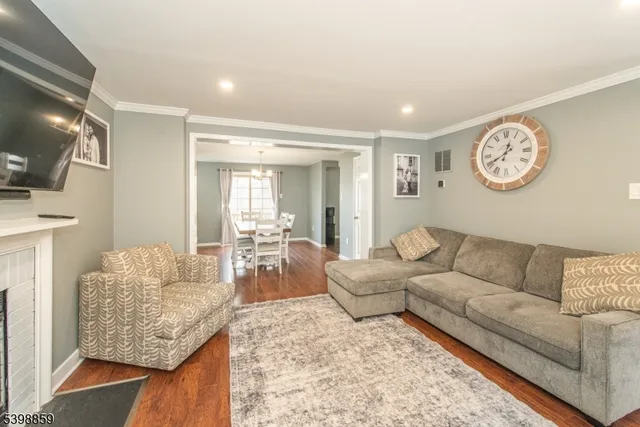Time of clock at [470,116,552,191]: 12:40
